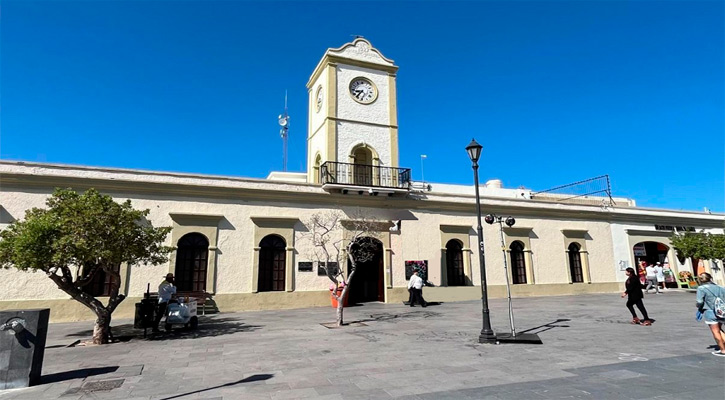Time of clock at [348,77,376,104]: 8:36
